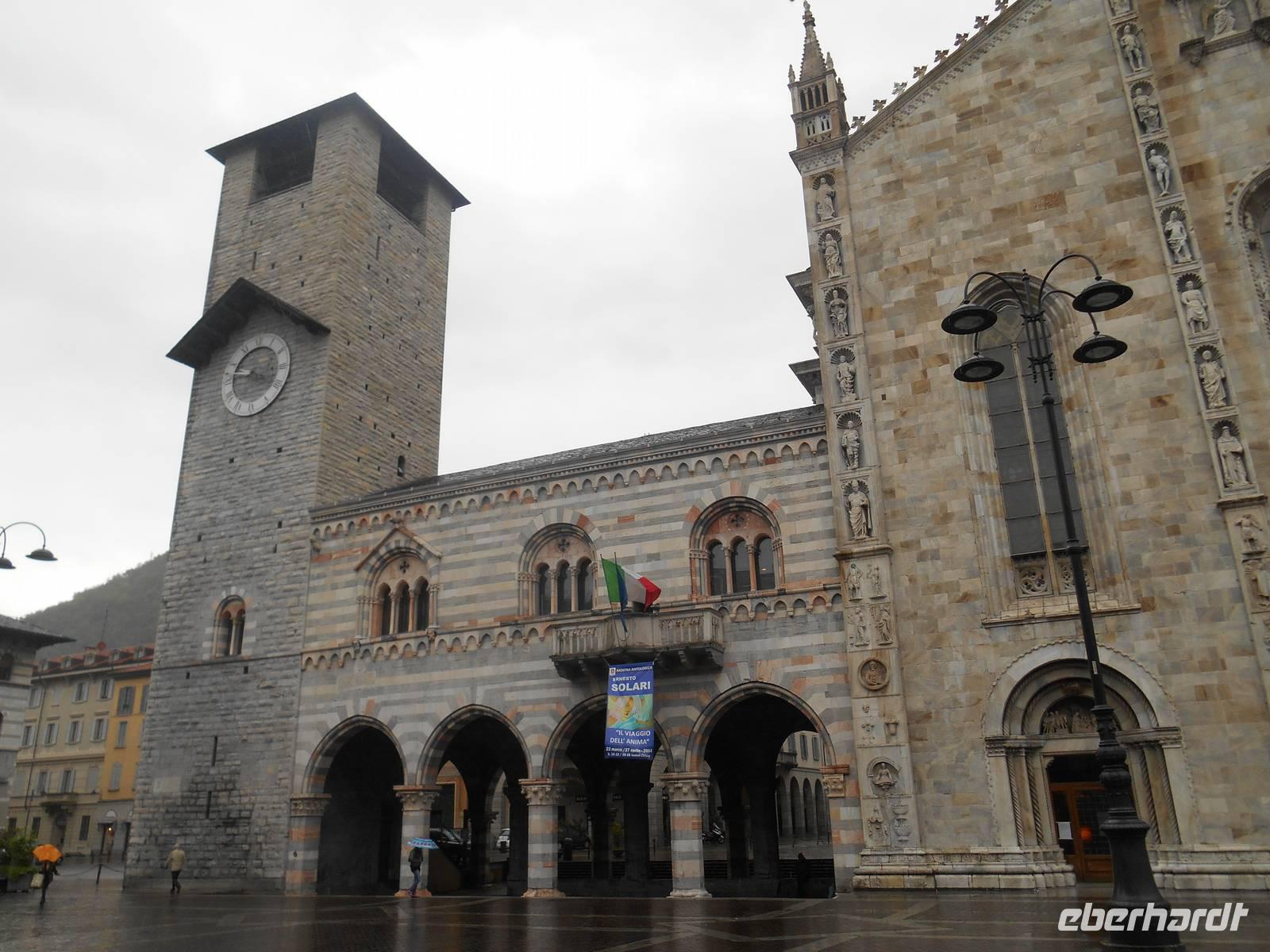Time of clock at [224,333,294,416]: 3:46
